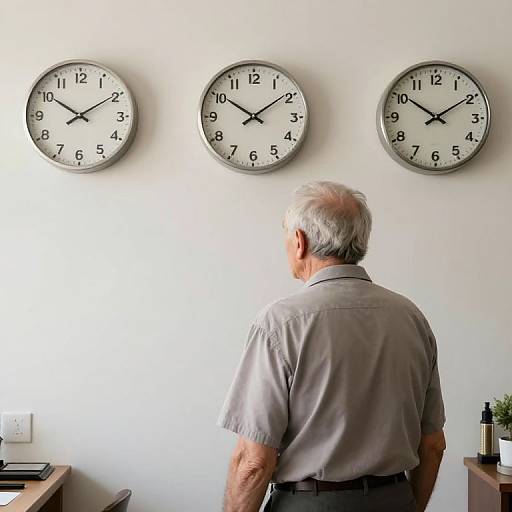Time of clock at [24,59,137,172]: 10:09
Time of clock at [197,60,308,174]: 10:09
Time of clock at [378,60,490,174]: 10:09
